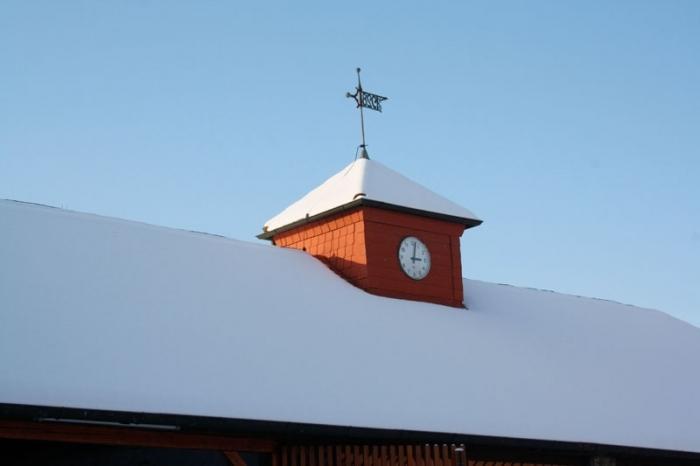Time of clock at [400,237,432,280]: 3:02
